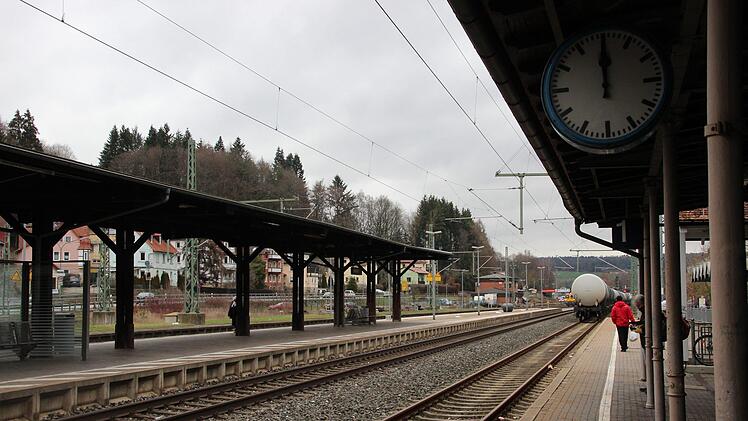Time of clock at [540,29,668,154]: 11:59
